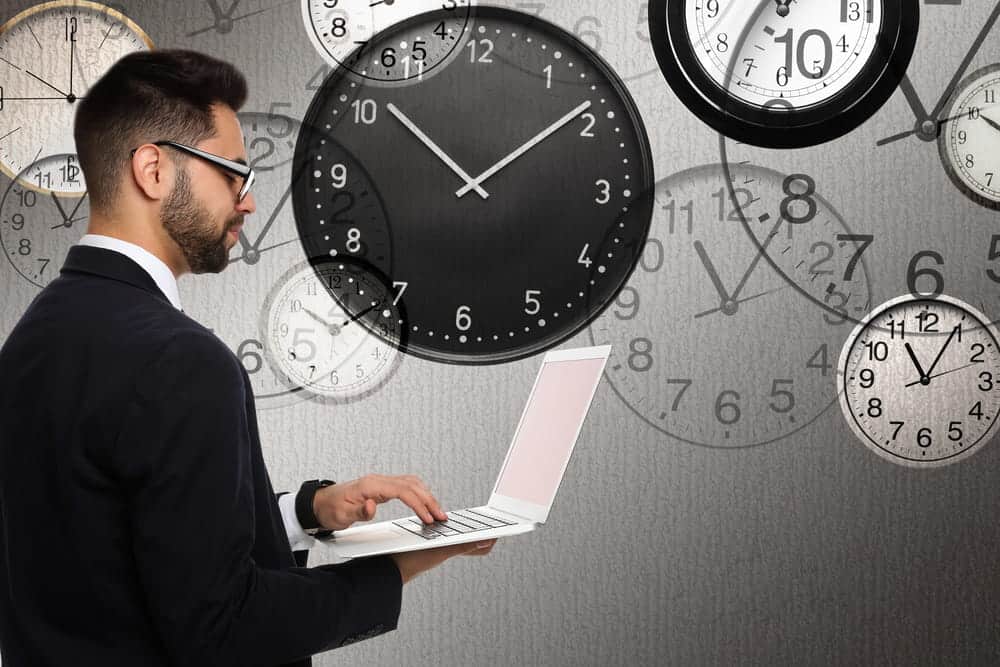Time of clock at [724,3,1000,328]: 11:05
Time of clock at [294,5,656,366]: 10:08
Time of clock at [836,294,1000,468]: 11:05
